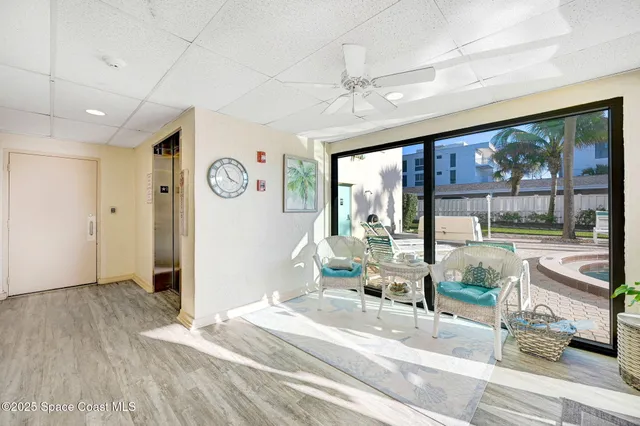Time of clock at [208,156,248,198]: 3:54
